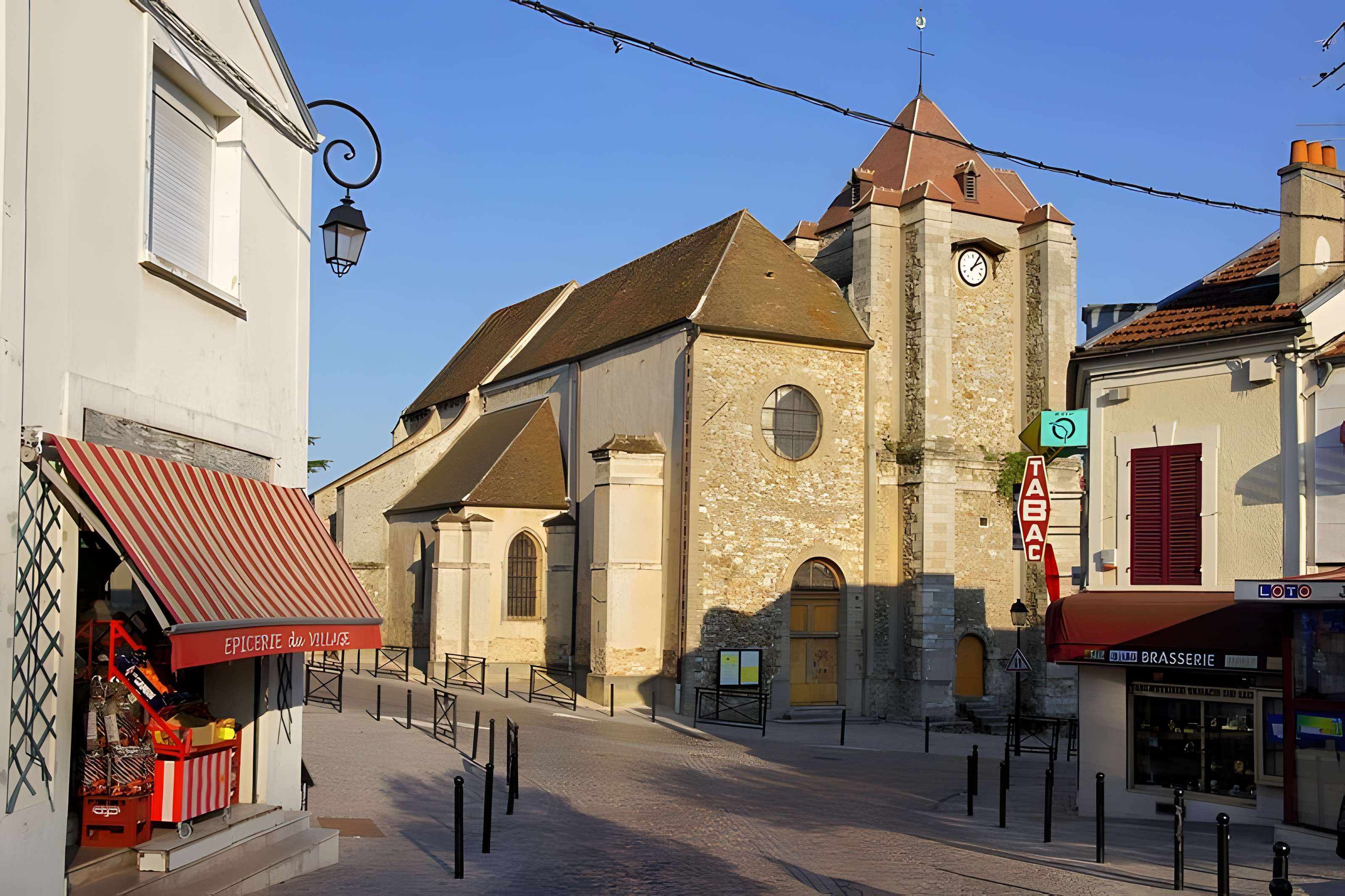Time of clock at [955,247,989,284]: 2:06
